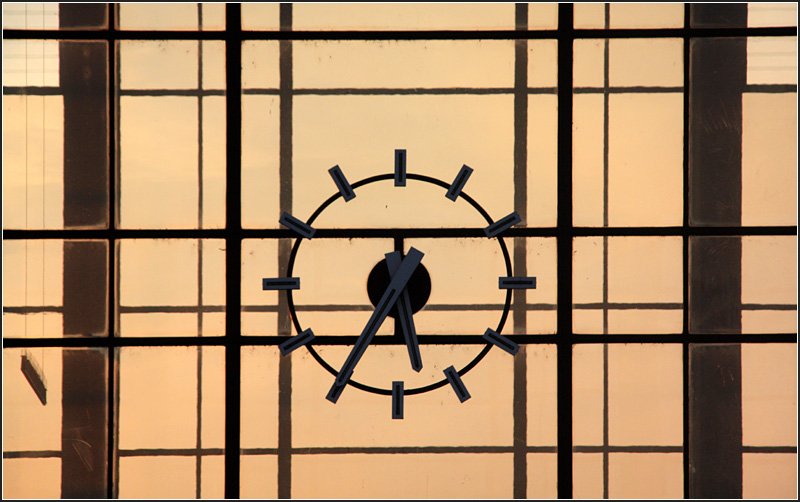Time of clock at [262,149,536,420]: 5:35
